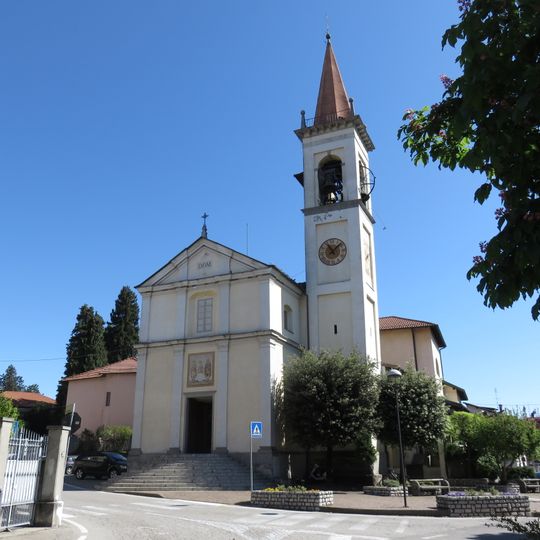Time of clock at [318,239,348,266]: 11:07
